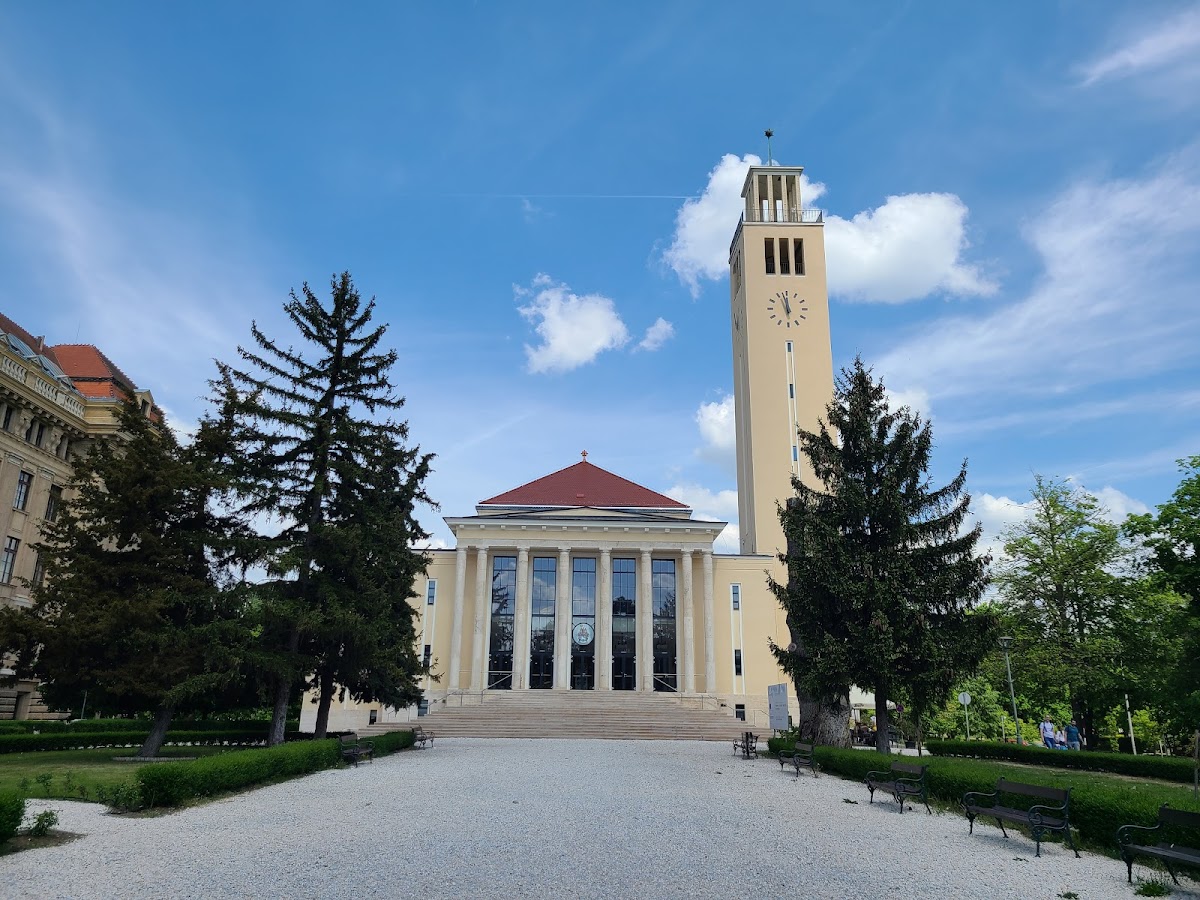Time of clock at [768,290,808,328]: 11:57
